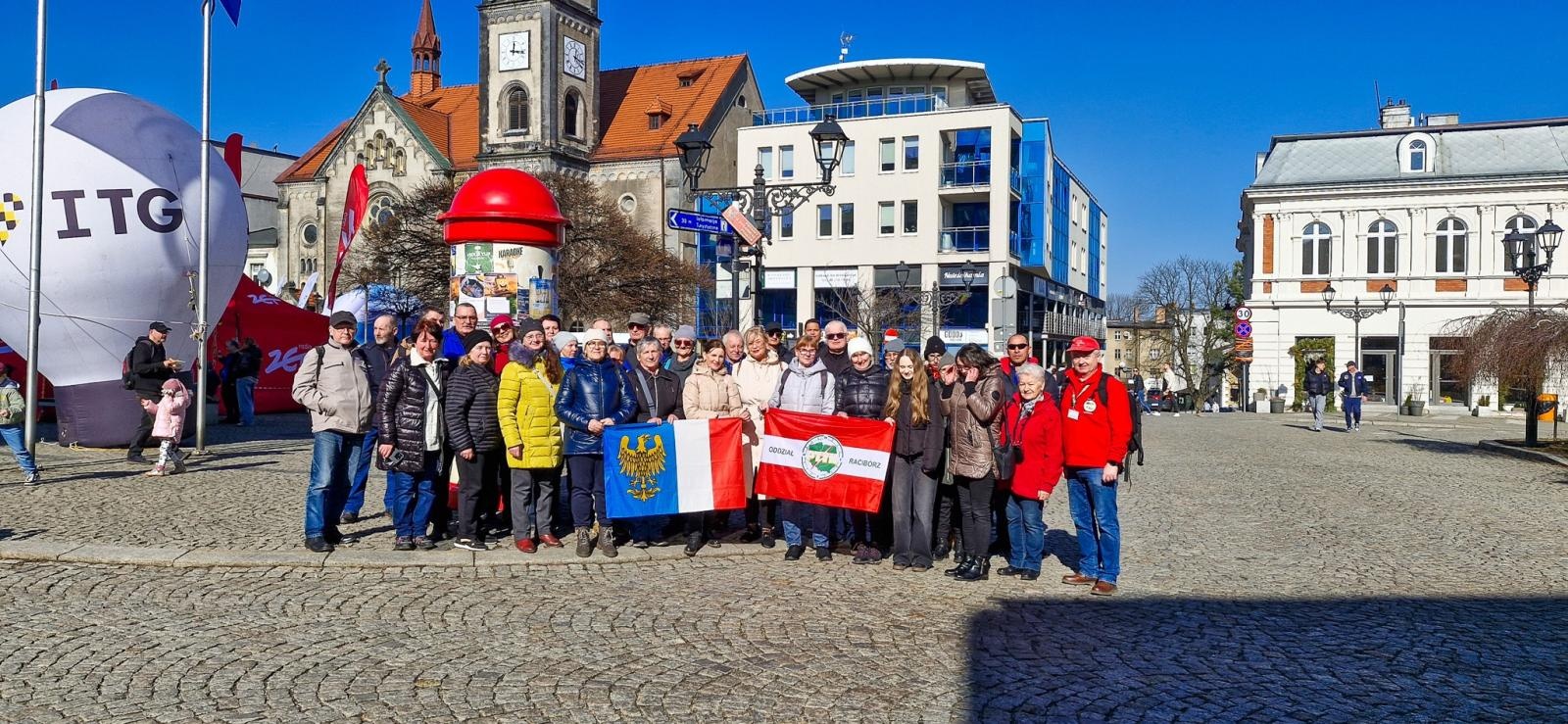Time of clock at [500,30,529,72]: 12:16
